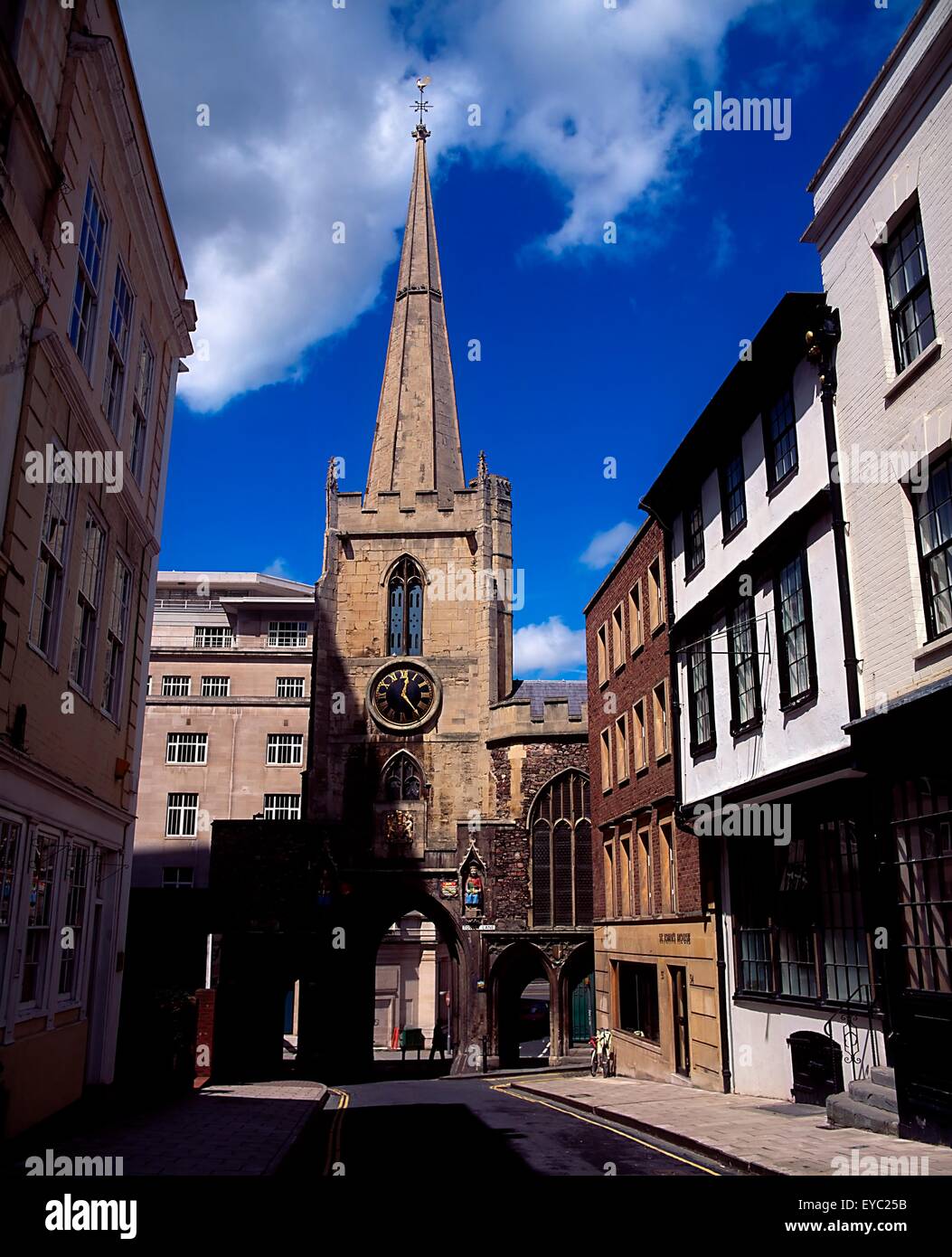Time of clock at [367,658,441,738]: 12:23
